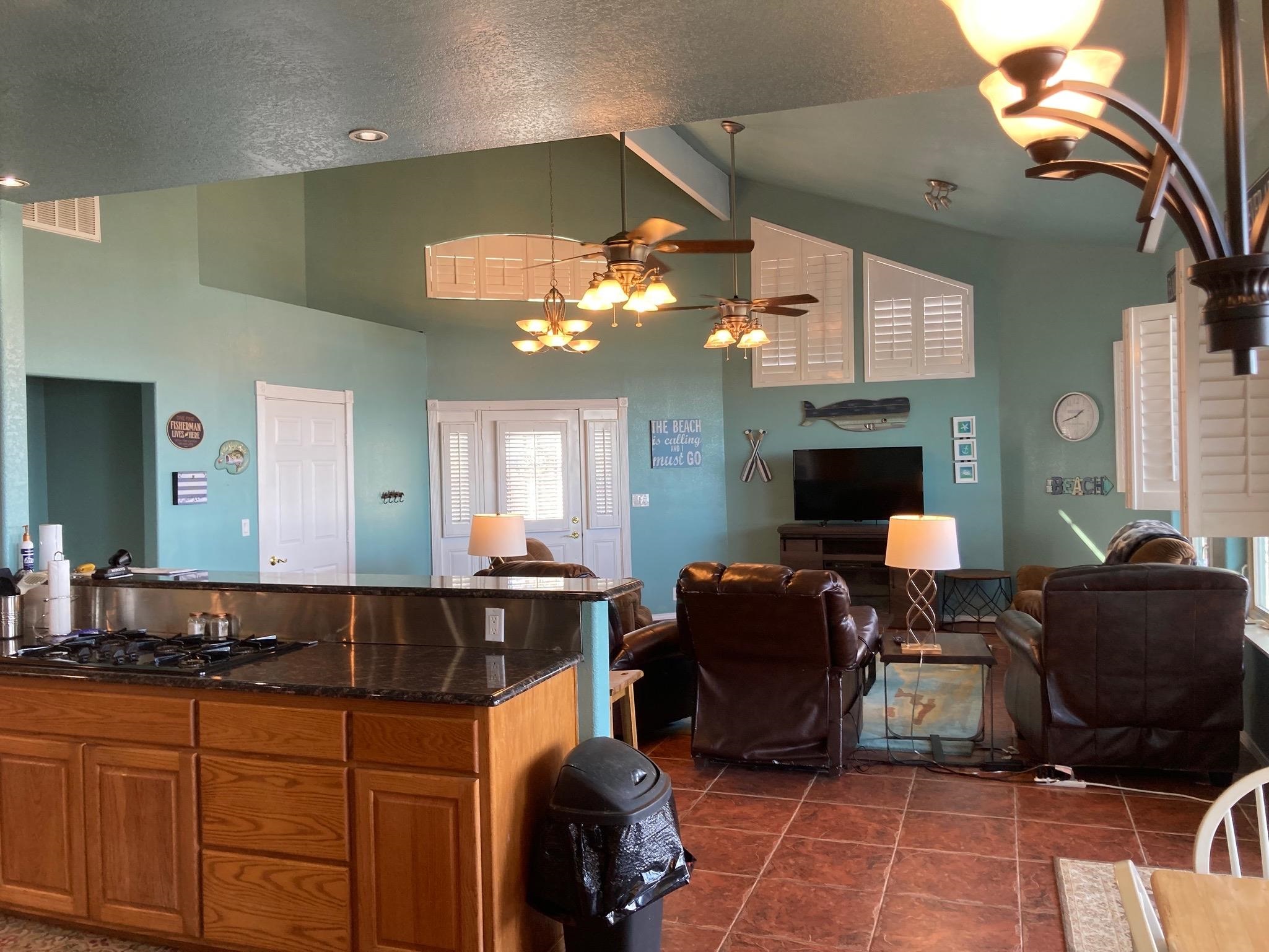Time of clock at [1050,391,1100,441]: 1:42
